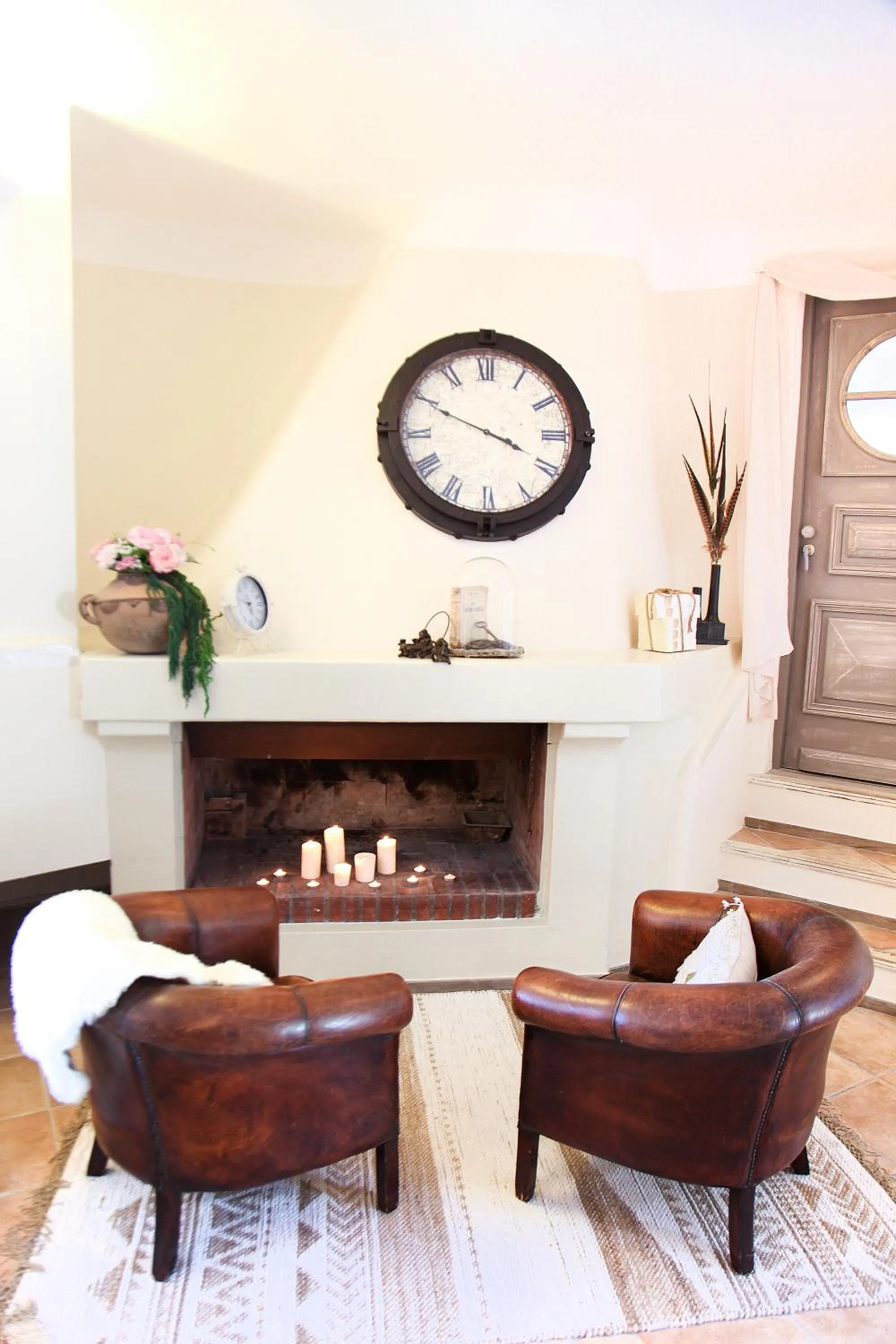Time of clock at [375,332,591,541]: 3:49
